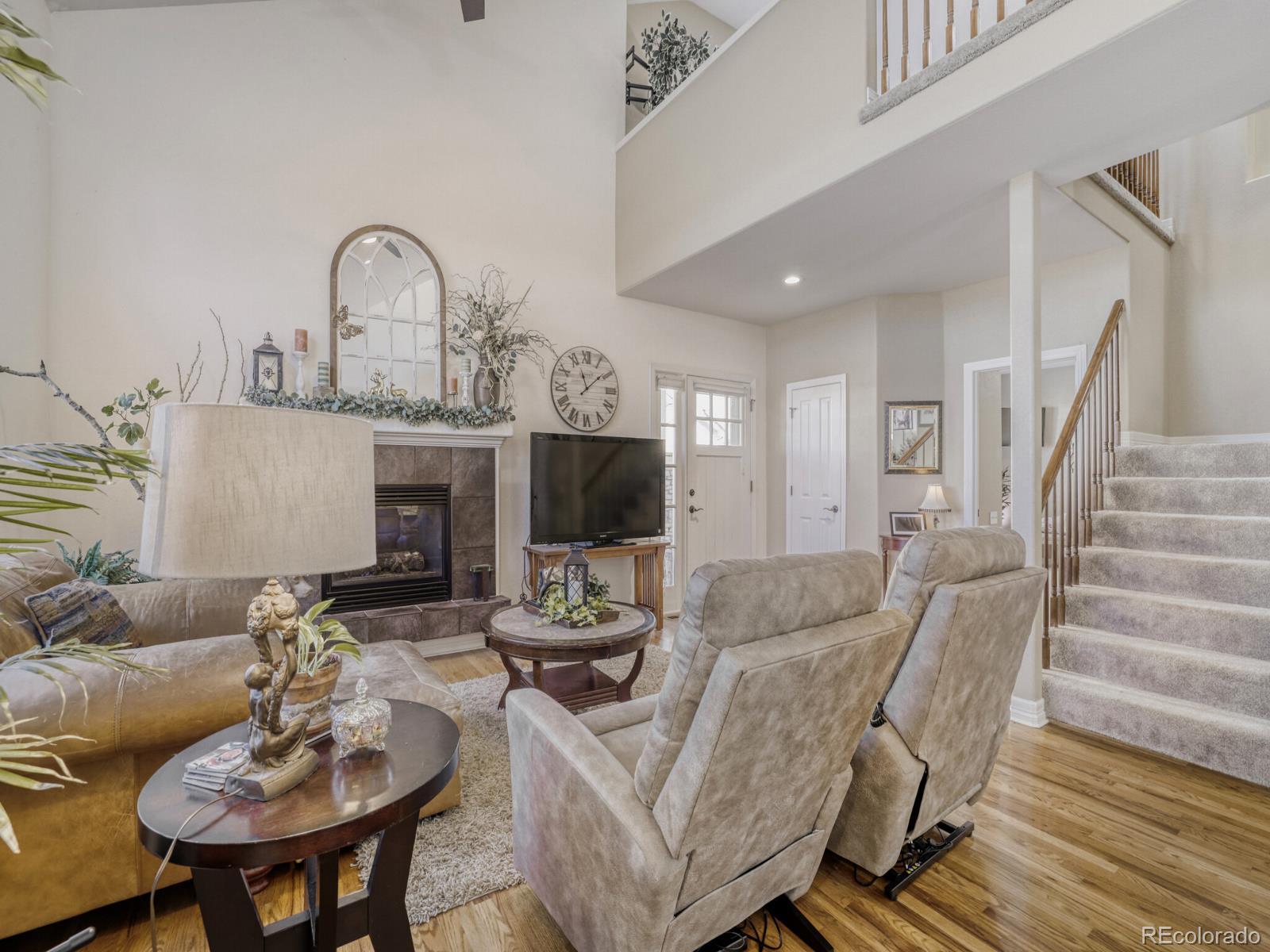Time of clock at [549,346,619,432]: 11:08
